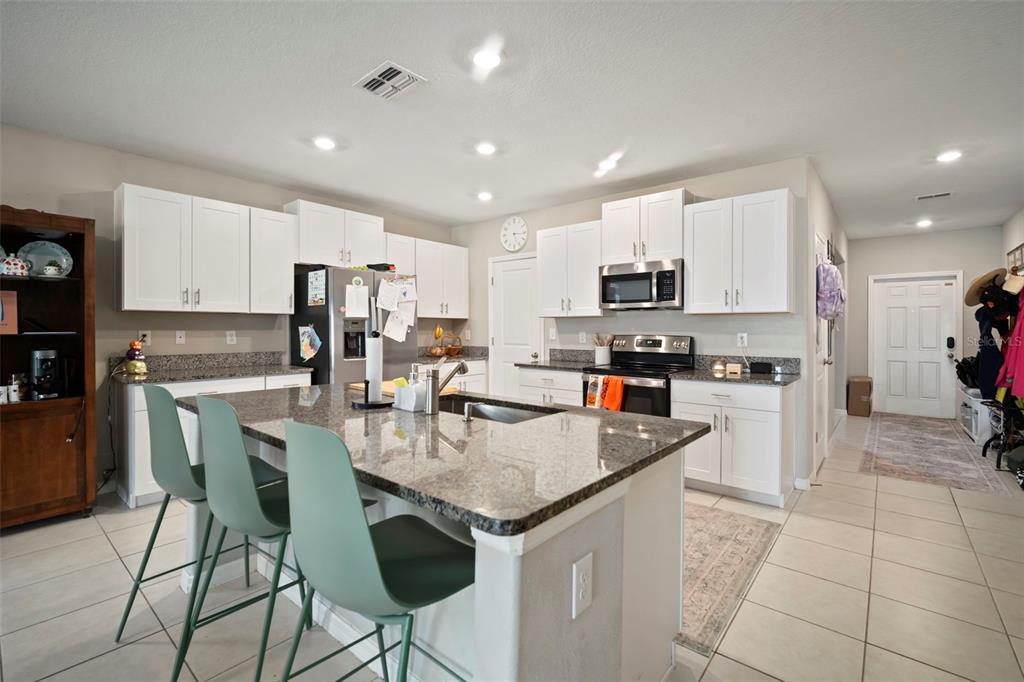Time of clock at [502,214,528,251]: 5:15
